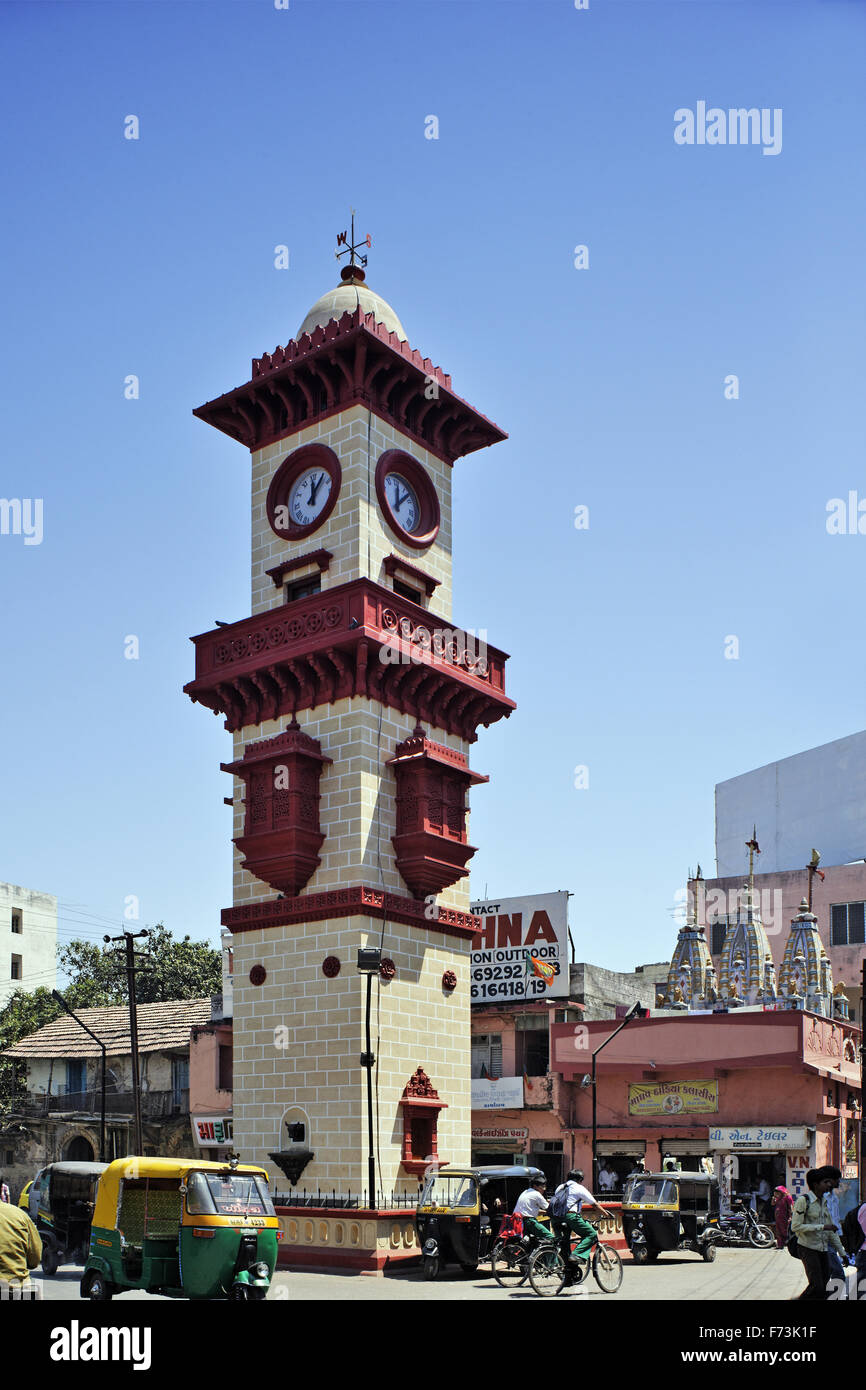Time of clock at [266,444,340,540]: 12:07
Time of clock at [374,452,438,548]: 12:07
